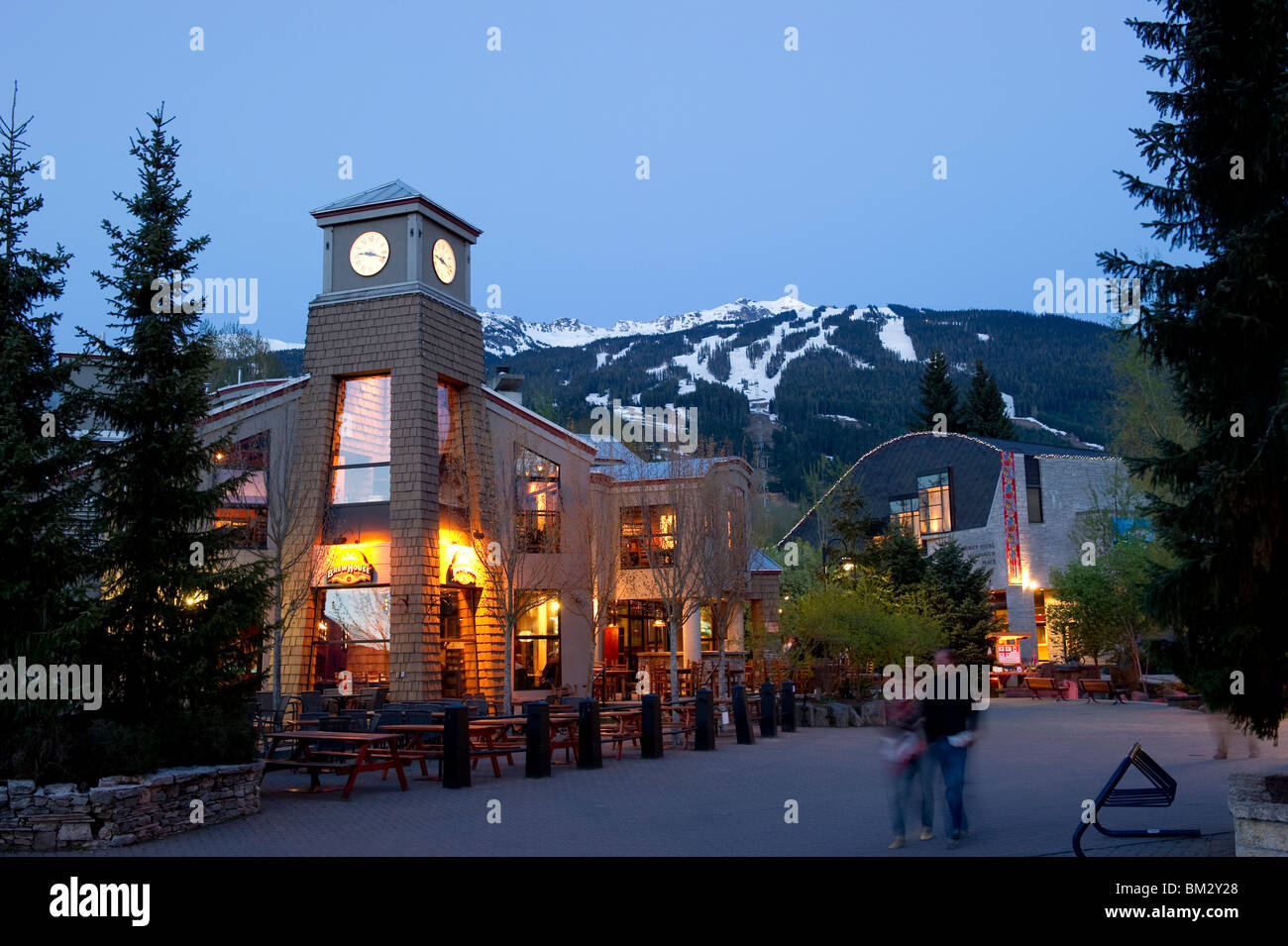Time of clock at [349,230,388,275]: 9:18
